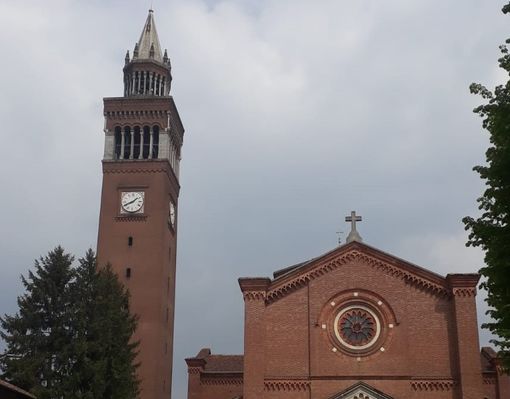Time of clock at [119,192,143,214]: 1:41
